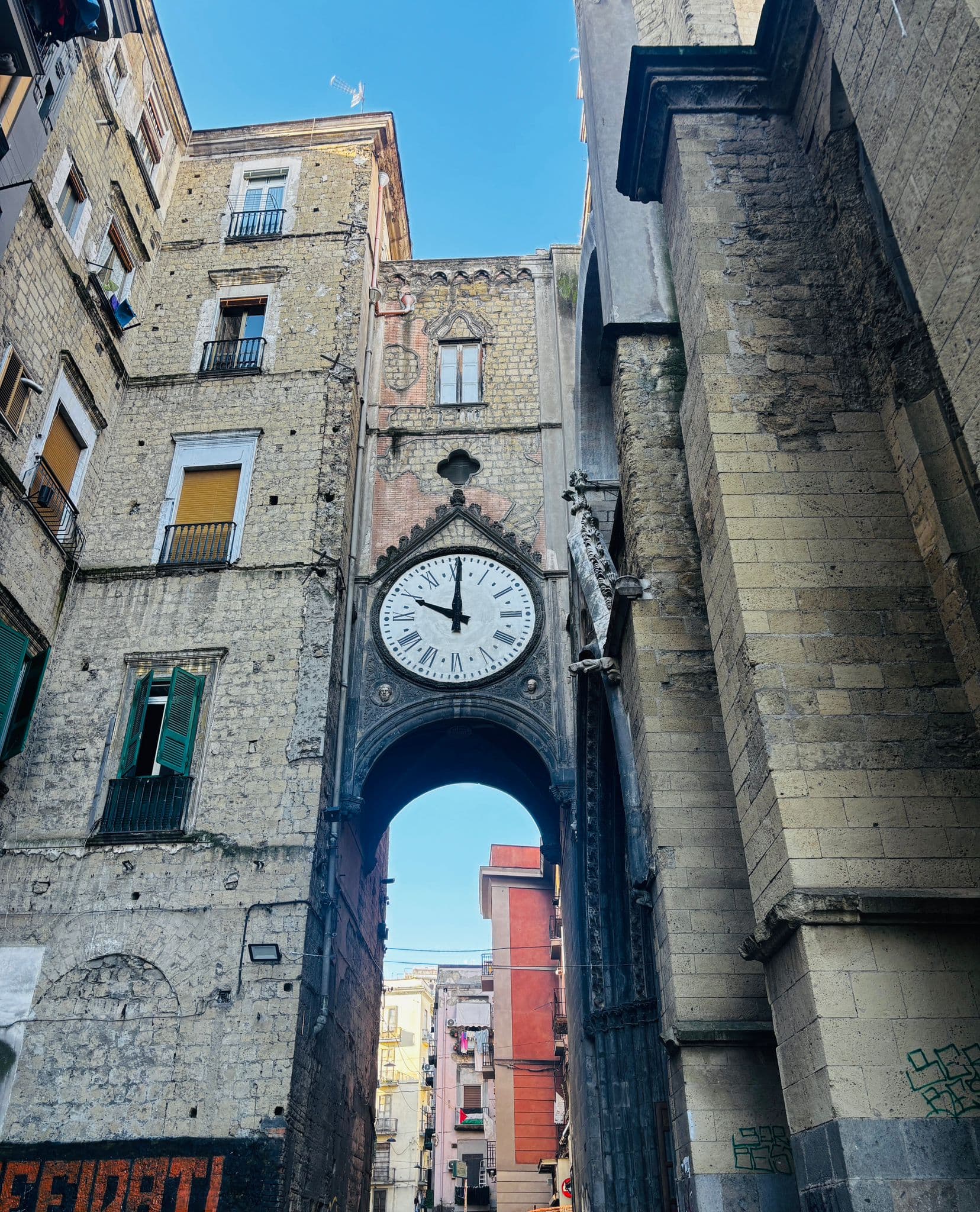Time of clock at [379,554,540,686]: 10:00
